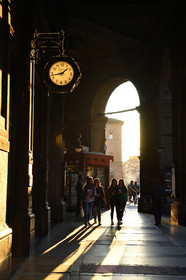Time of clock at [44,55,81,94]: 1:42
